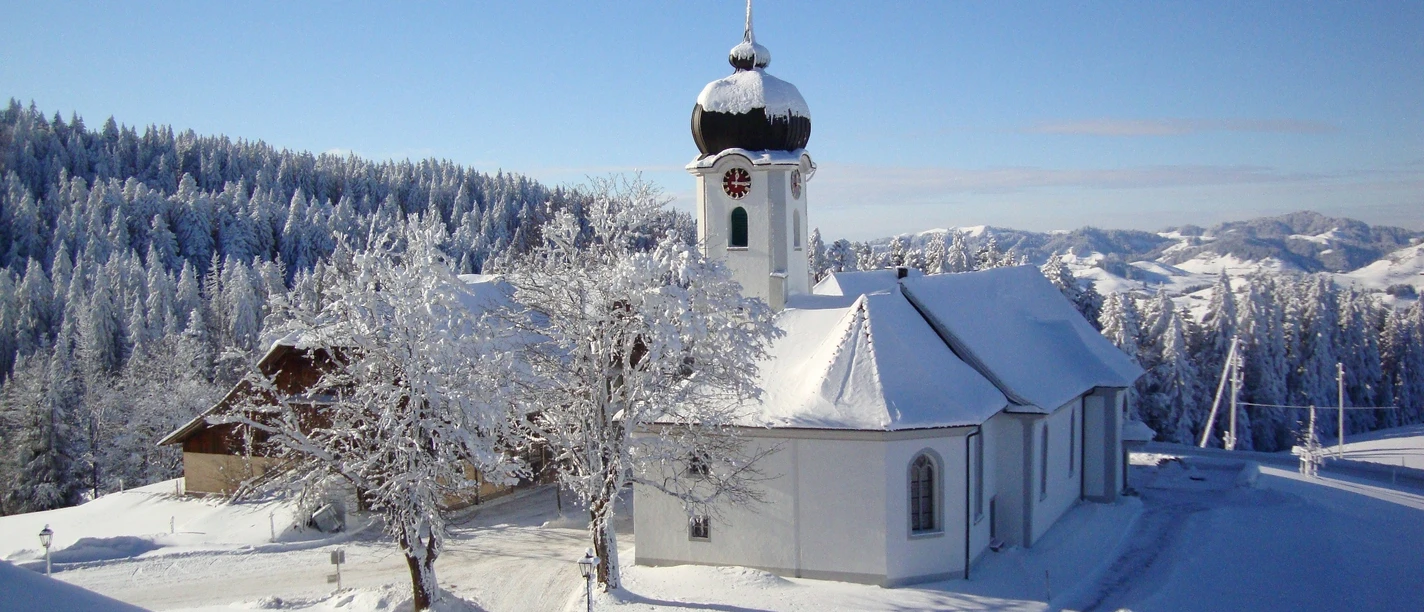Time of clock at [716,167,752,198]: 12:16
